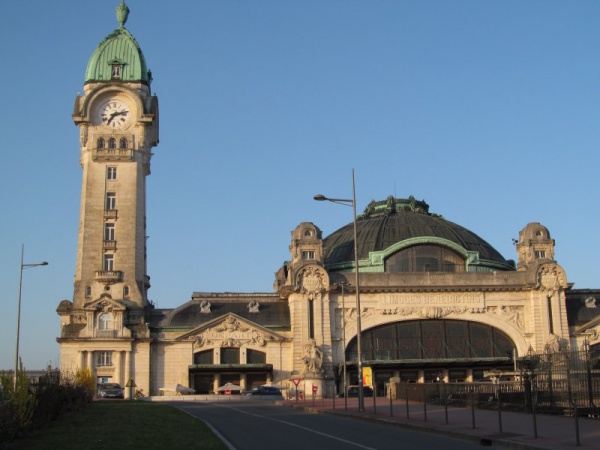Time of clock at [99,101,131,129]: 7:12
